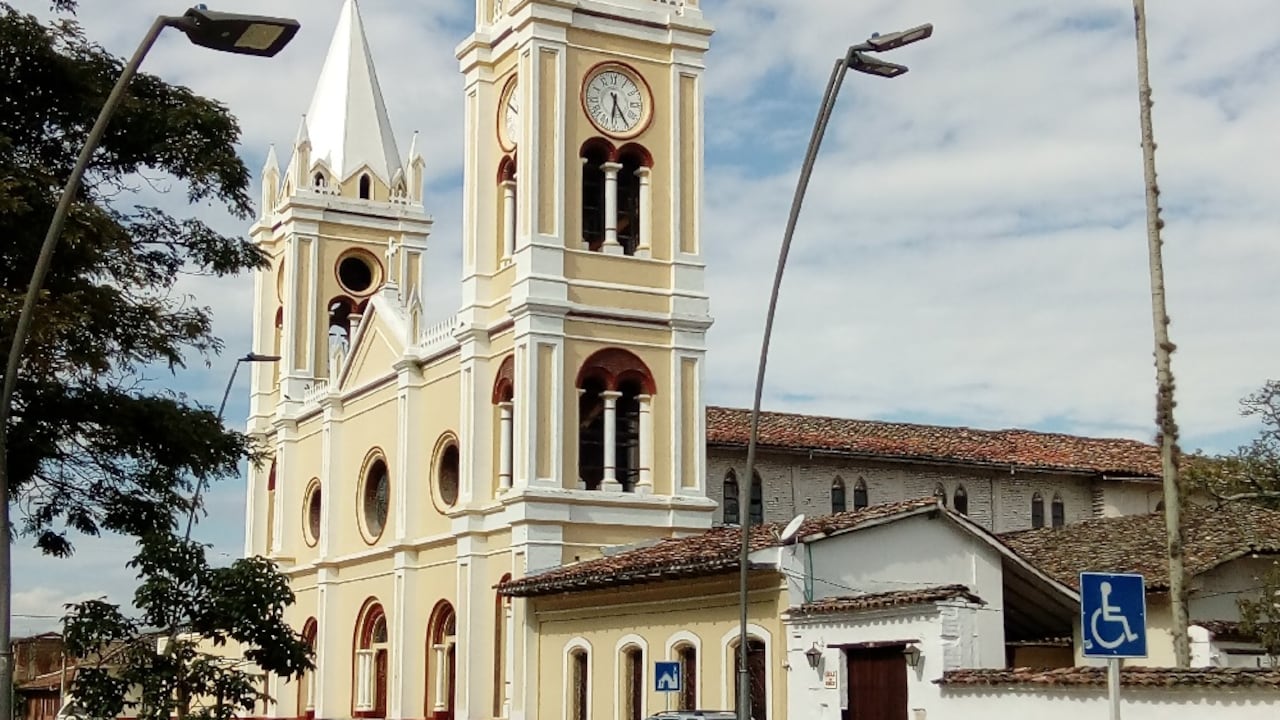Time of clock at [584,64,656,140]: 6:24
